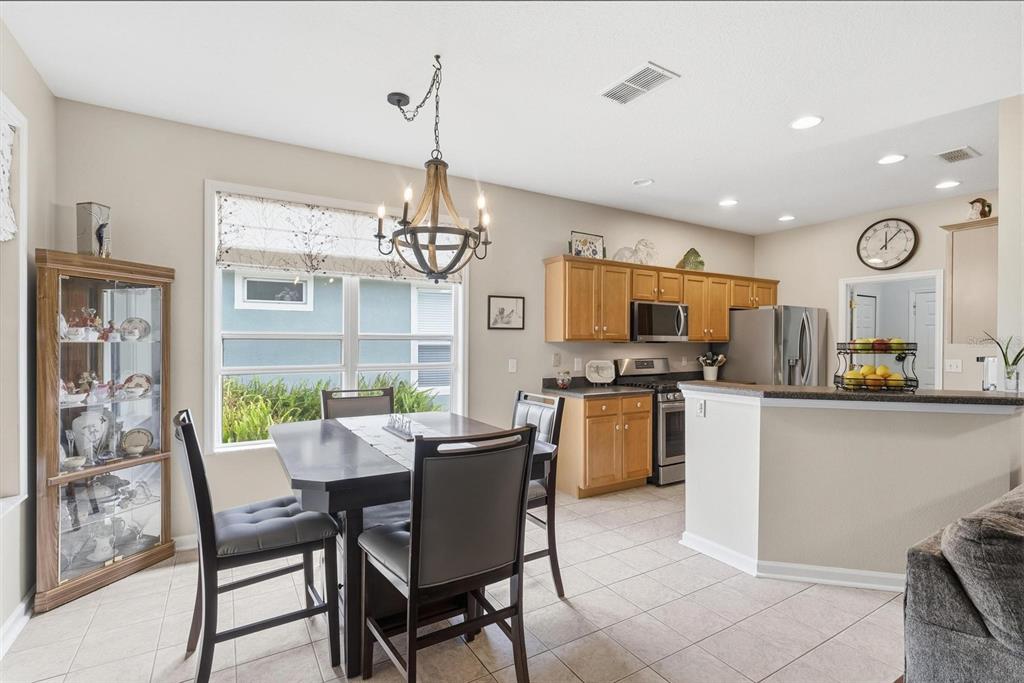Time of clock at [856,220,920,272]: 12:07
